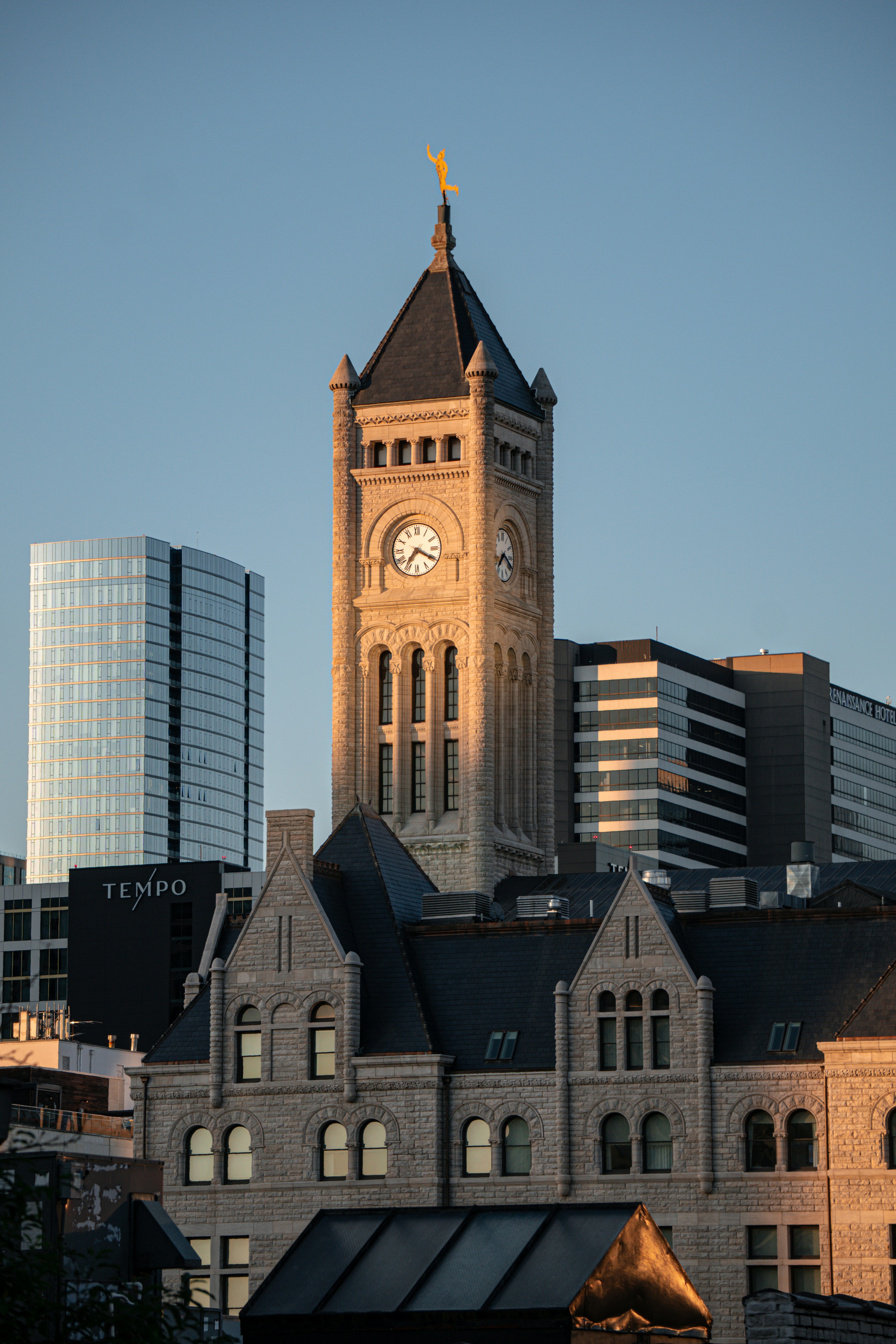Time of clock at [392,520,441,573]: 7:19
